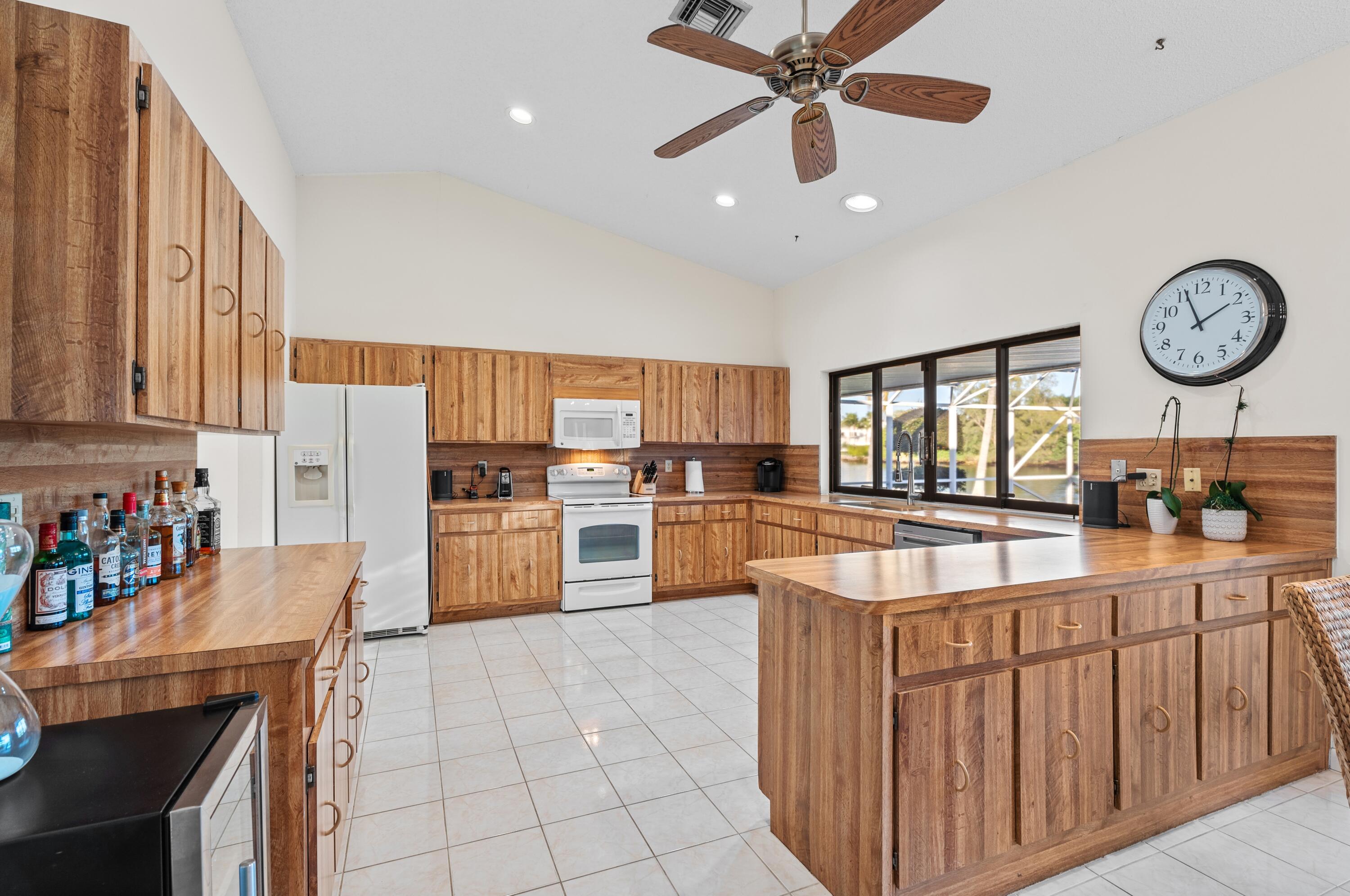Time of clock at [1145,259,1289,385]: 1:56
